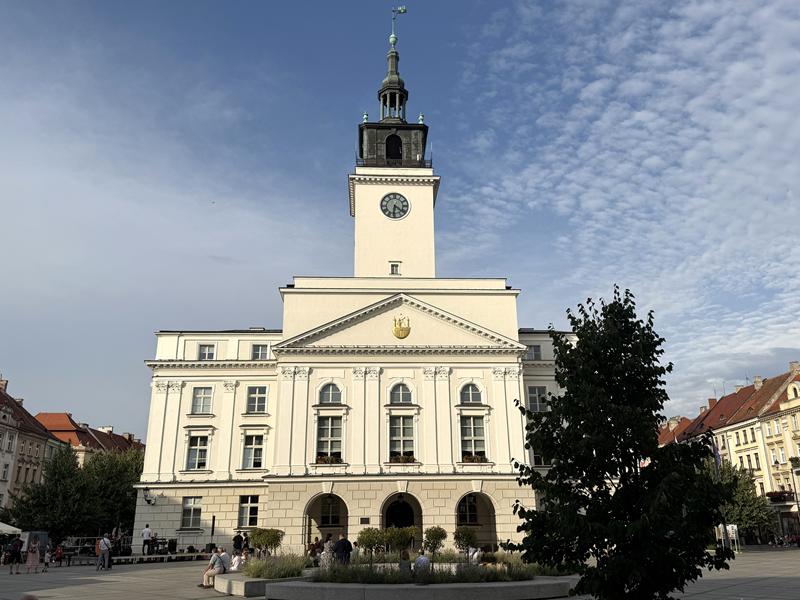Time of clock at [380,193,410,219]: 6:21
